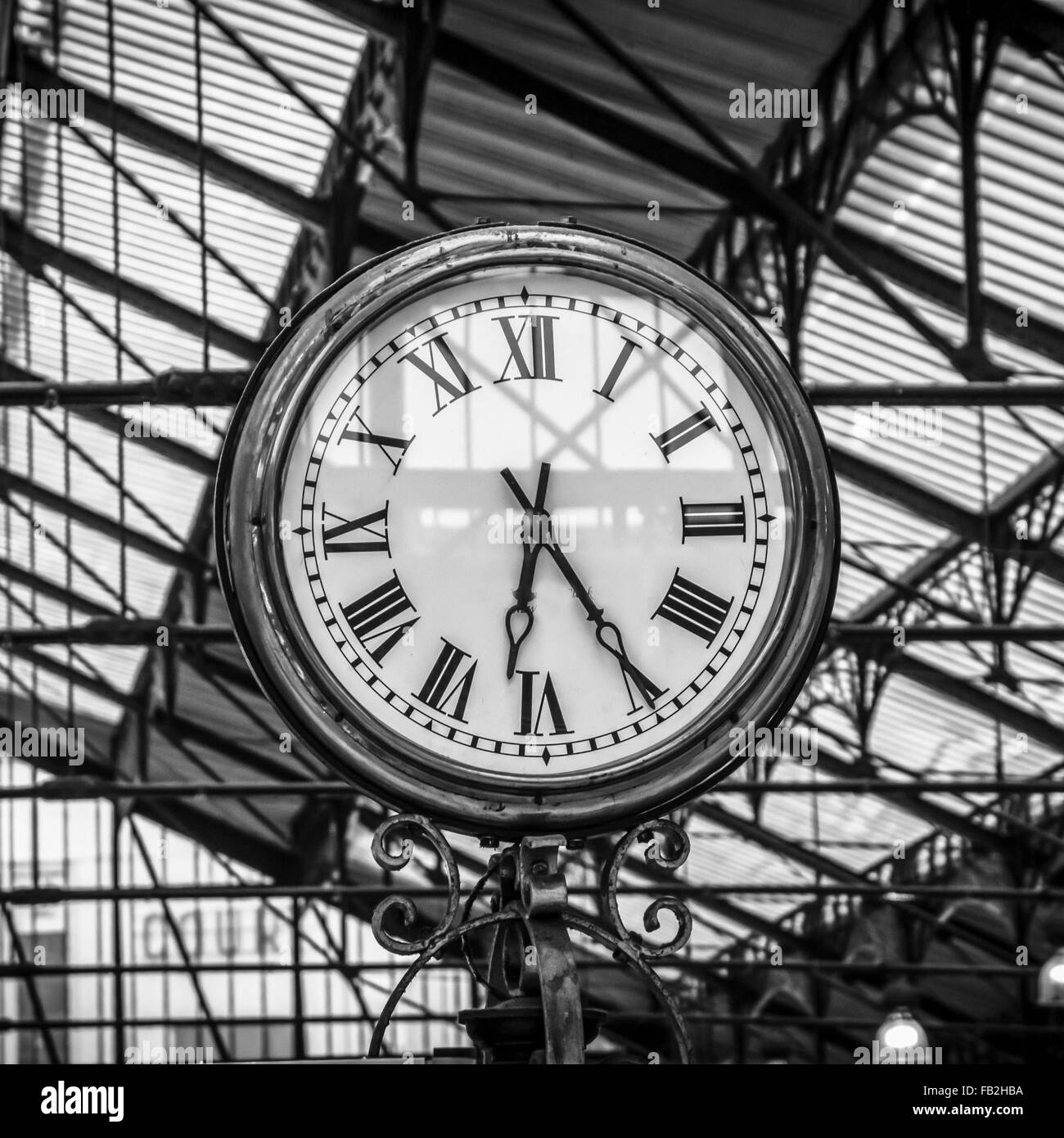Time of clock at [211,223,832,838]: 6:24
